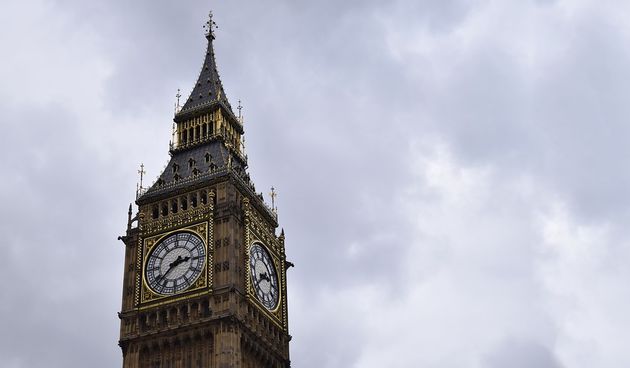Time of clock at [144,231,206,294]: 2:38
